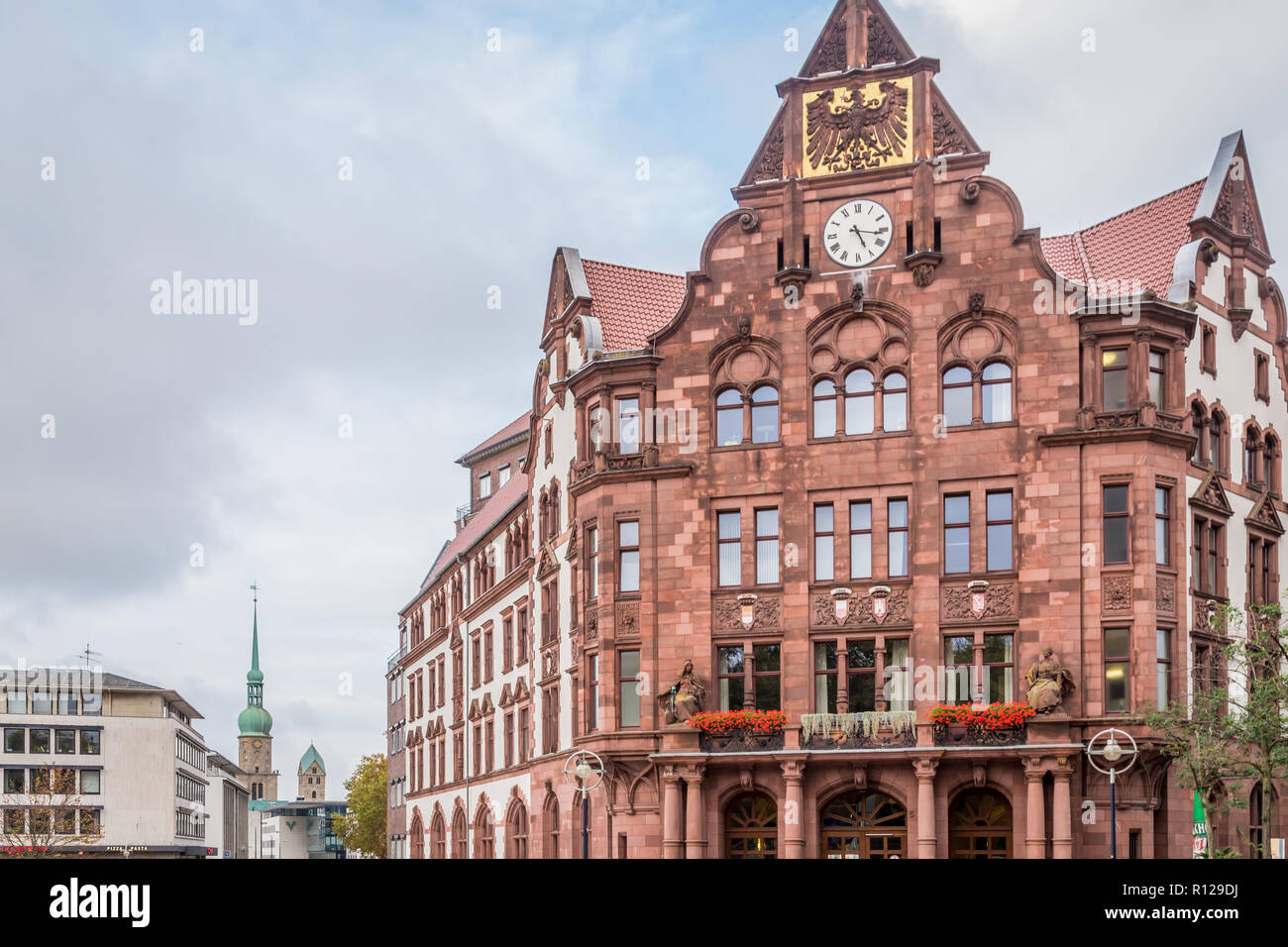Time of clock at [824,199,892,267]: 5:16
